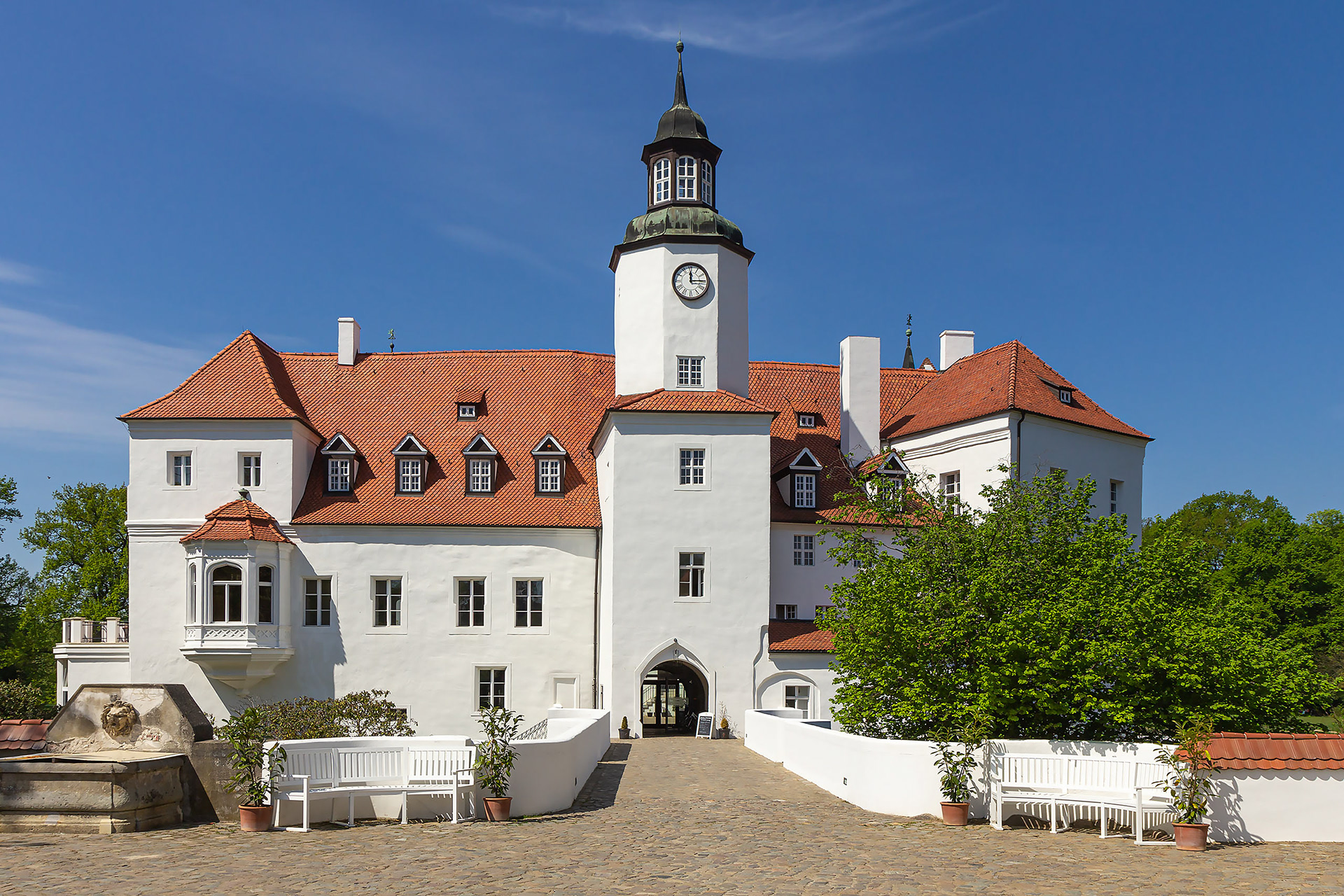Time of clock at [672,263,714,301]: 12:14
